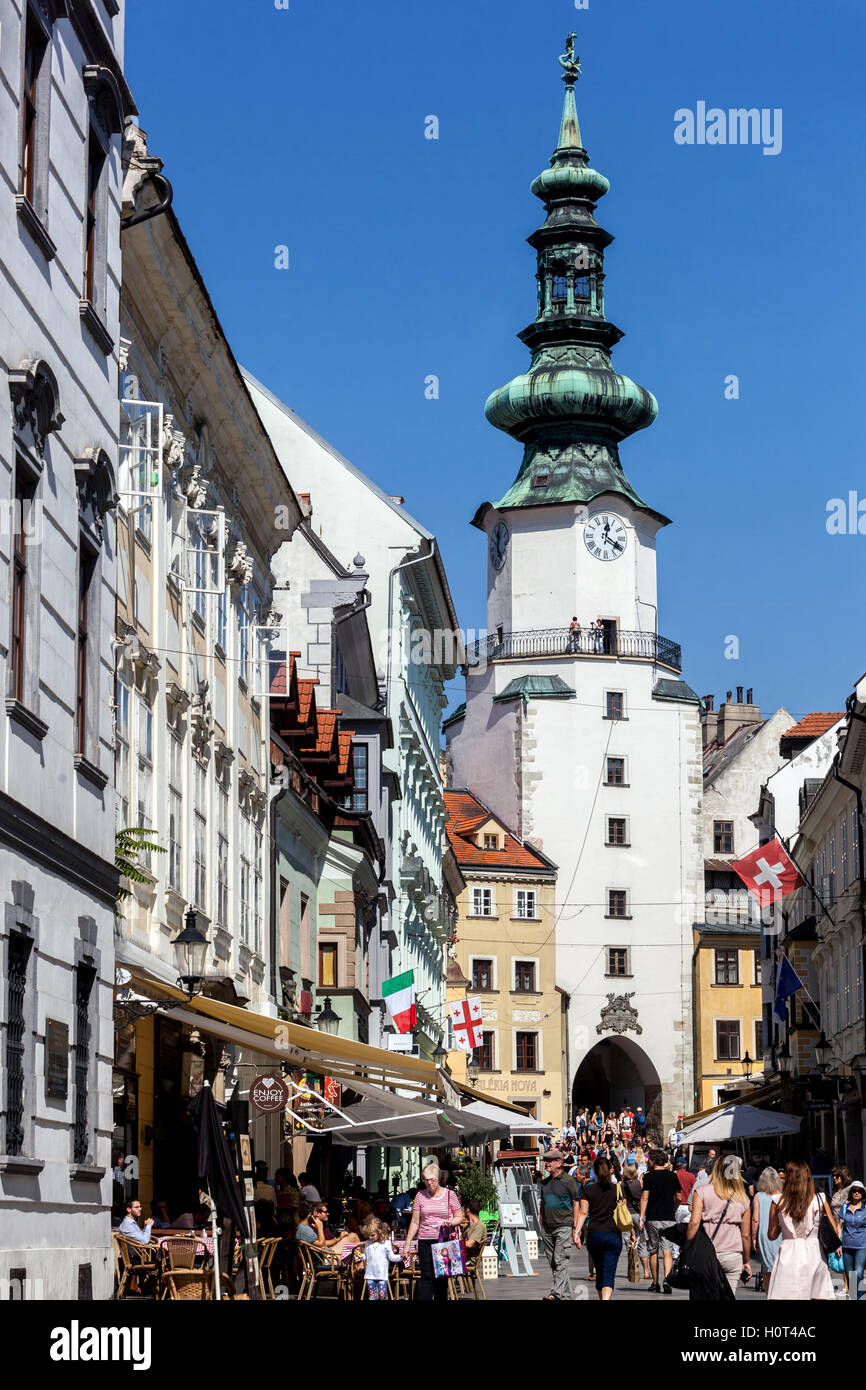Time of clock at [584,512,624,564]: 12:20
